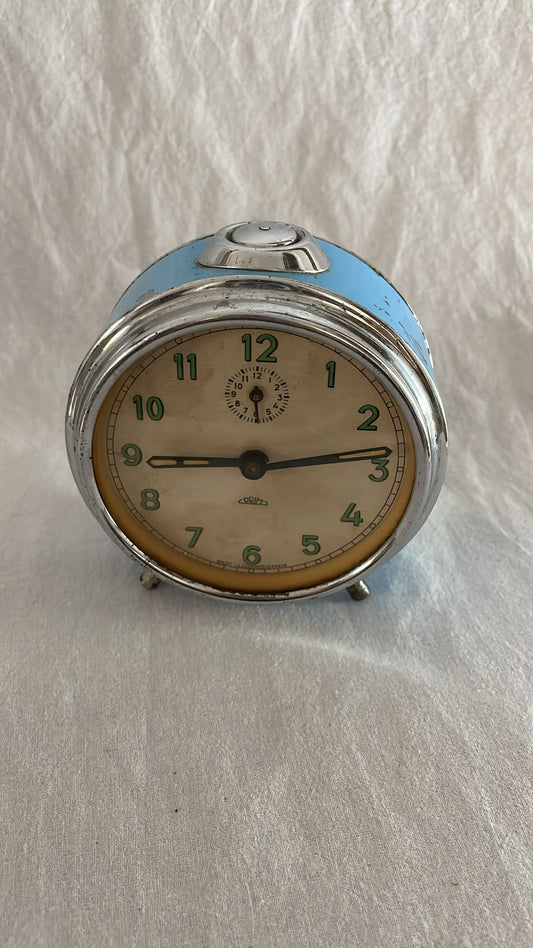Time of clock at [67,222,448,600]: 9:13
